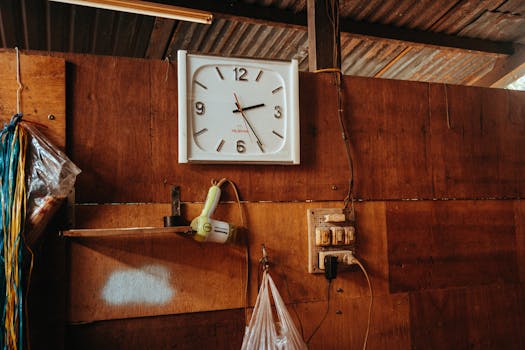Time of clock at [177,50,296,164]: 2:24
